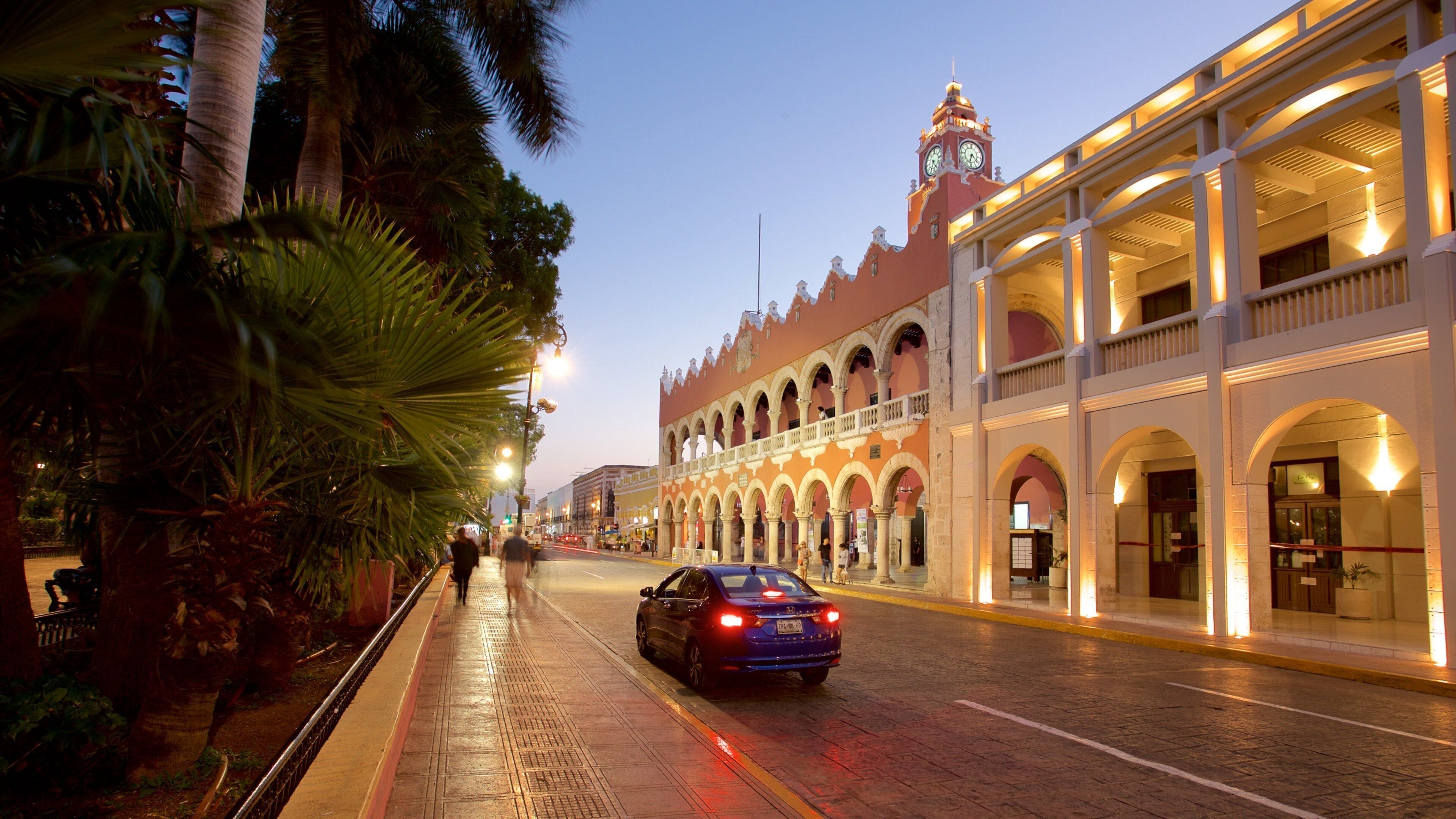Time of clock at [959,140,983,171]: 6:21
